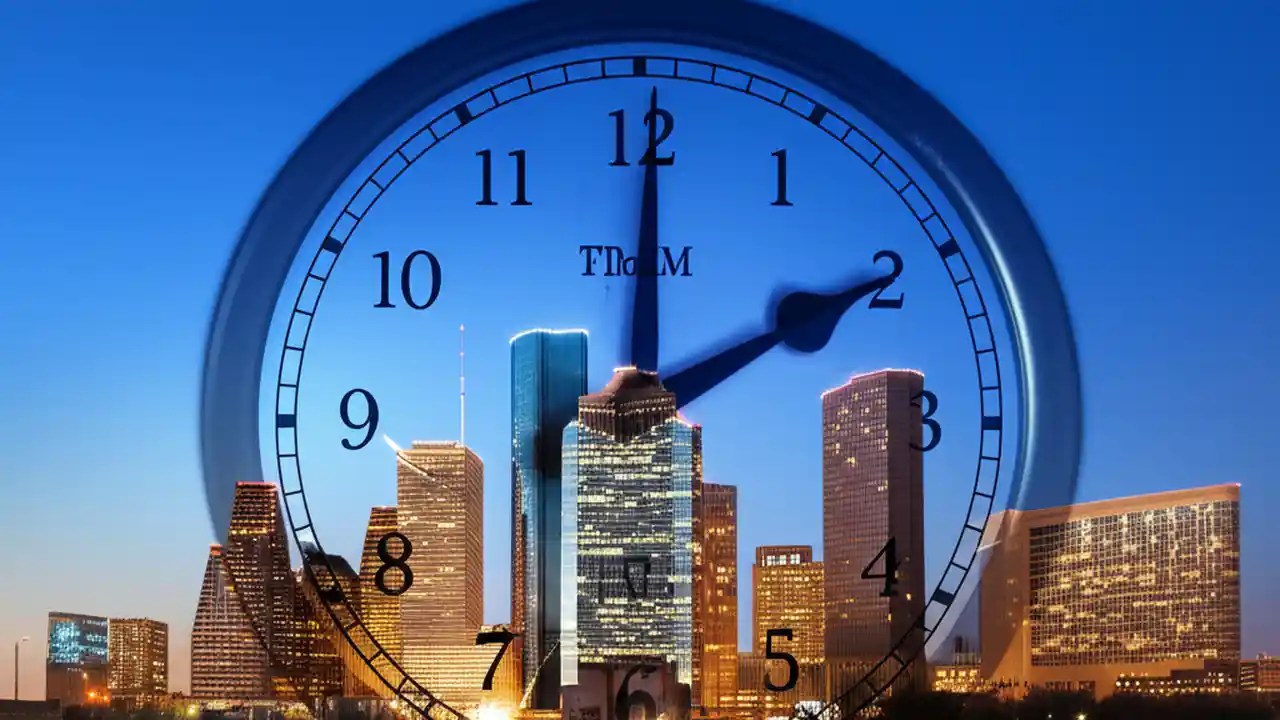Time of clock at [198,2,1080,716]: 2:00
